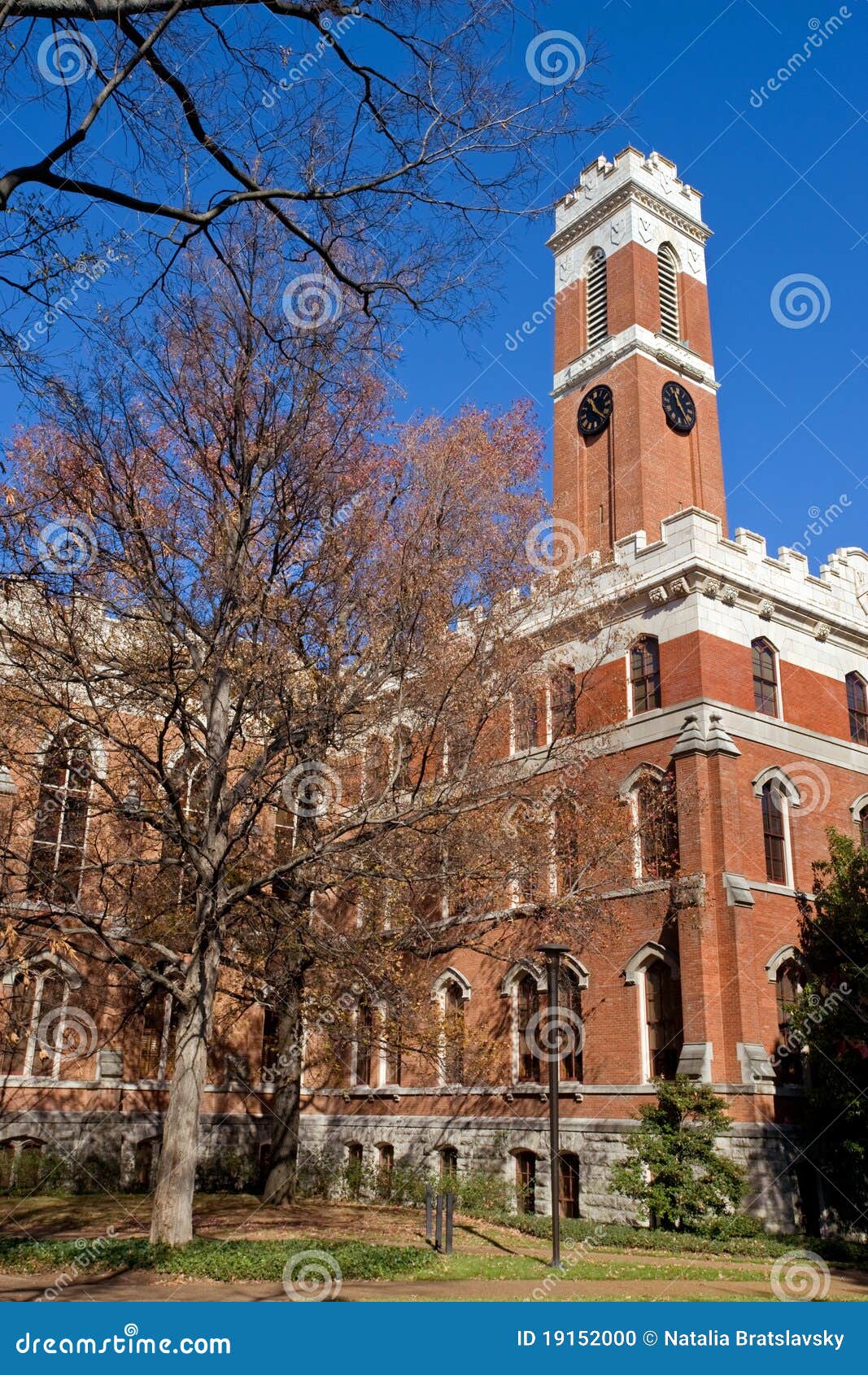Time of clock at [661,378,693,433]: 11:24
